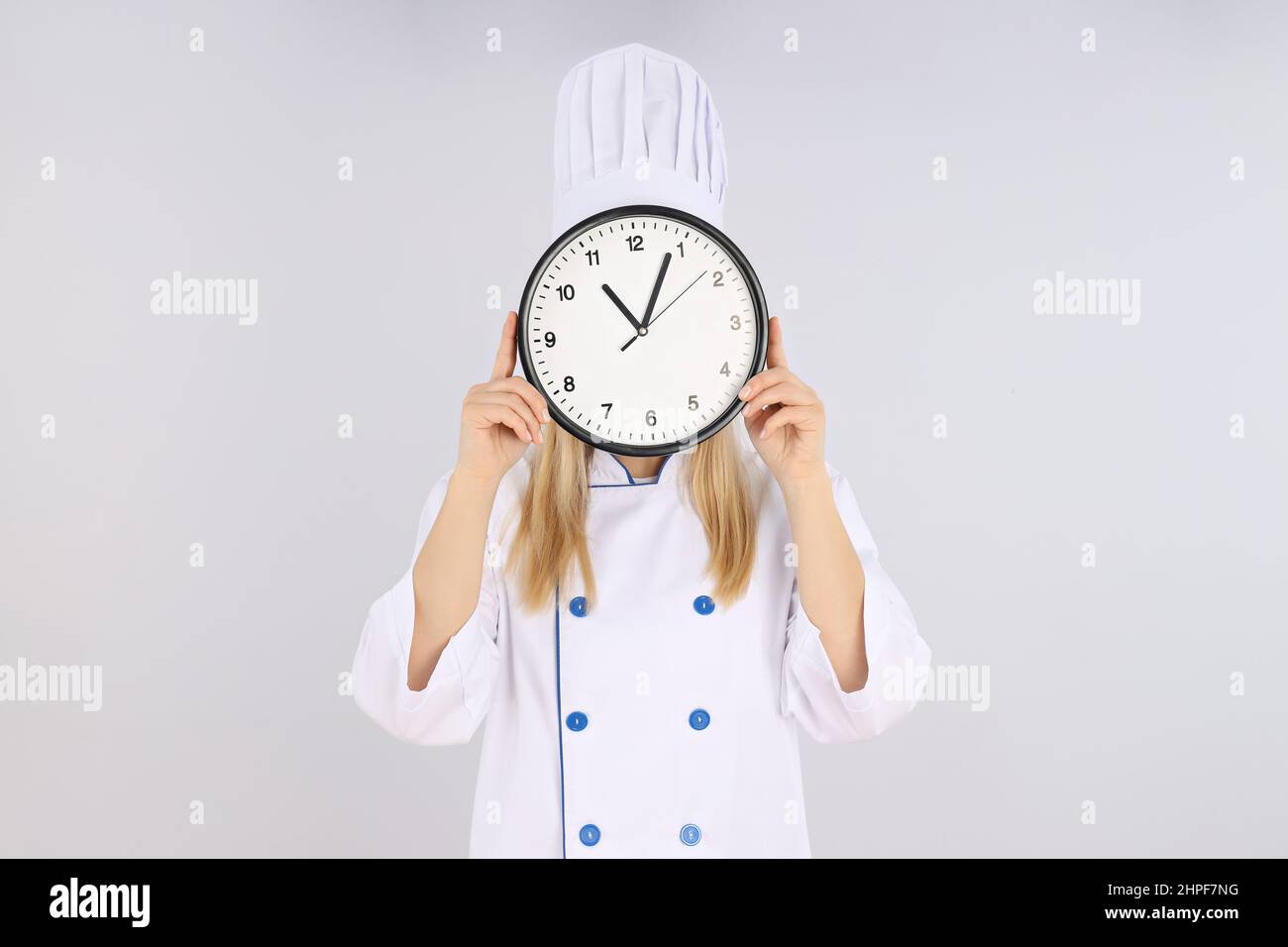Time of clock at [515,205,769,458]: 11:04
